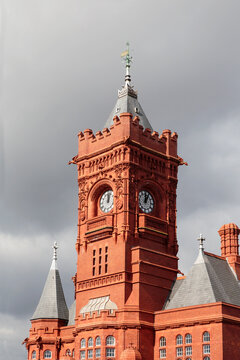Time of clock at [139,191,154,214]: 12:05
